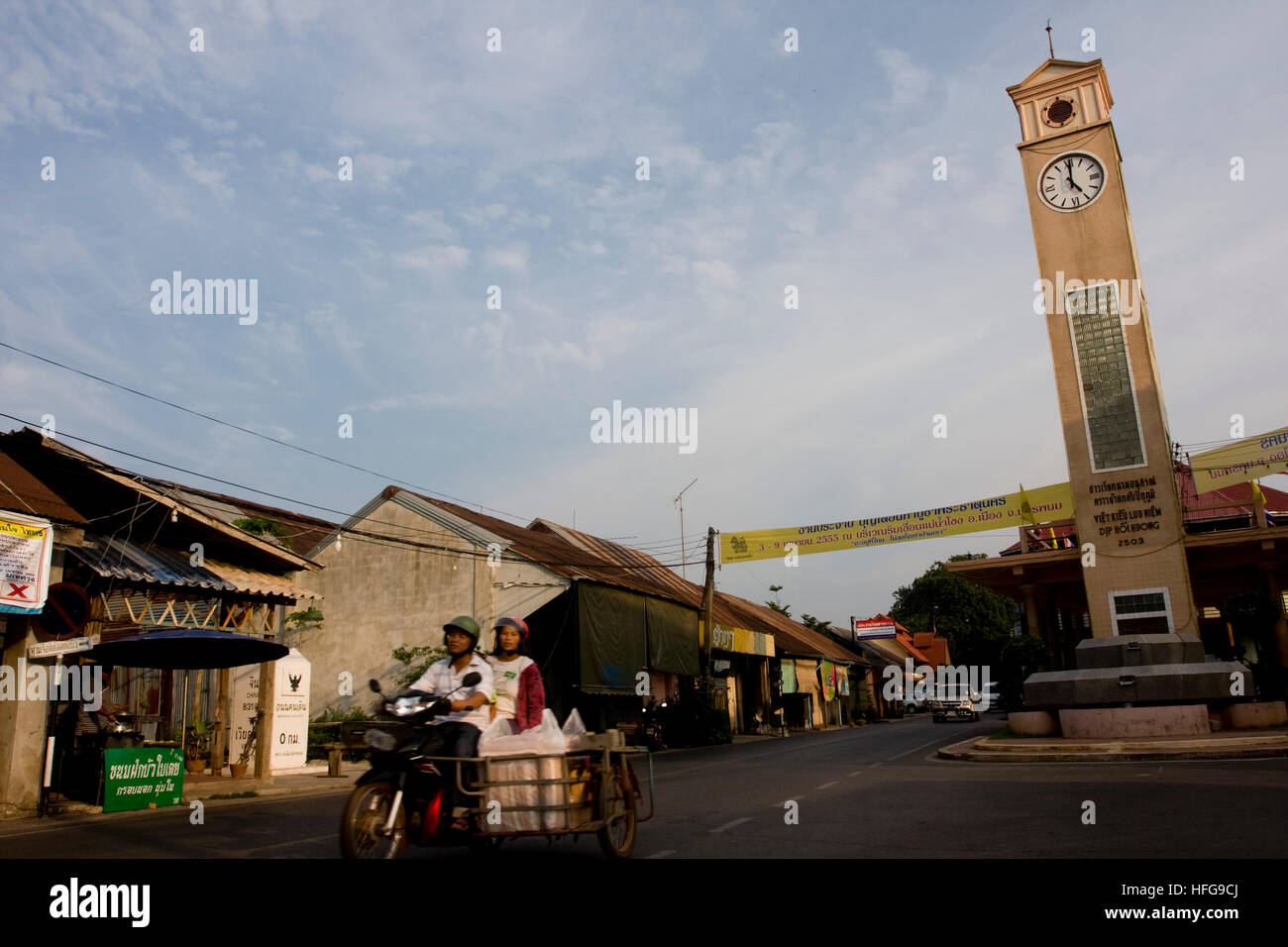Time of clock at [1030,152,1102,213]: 5:00
